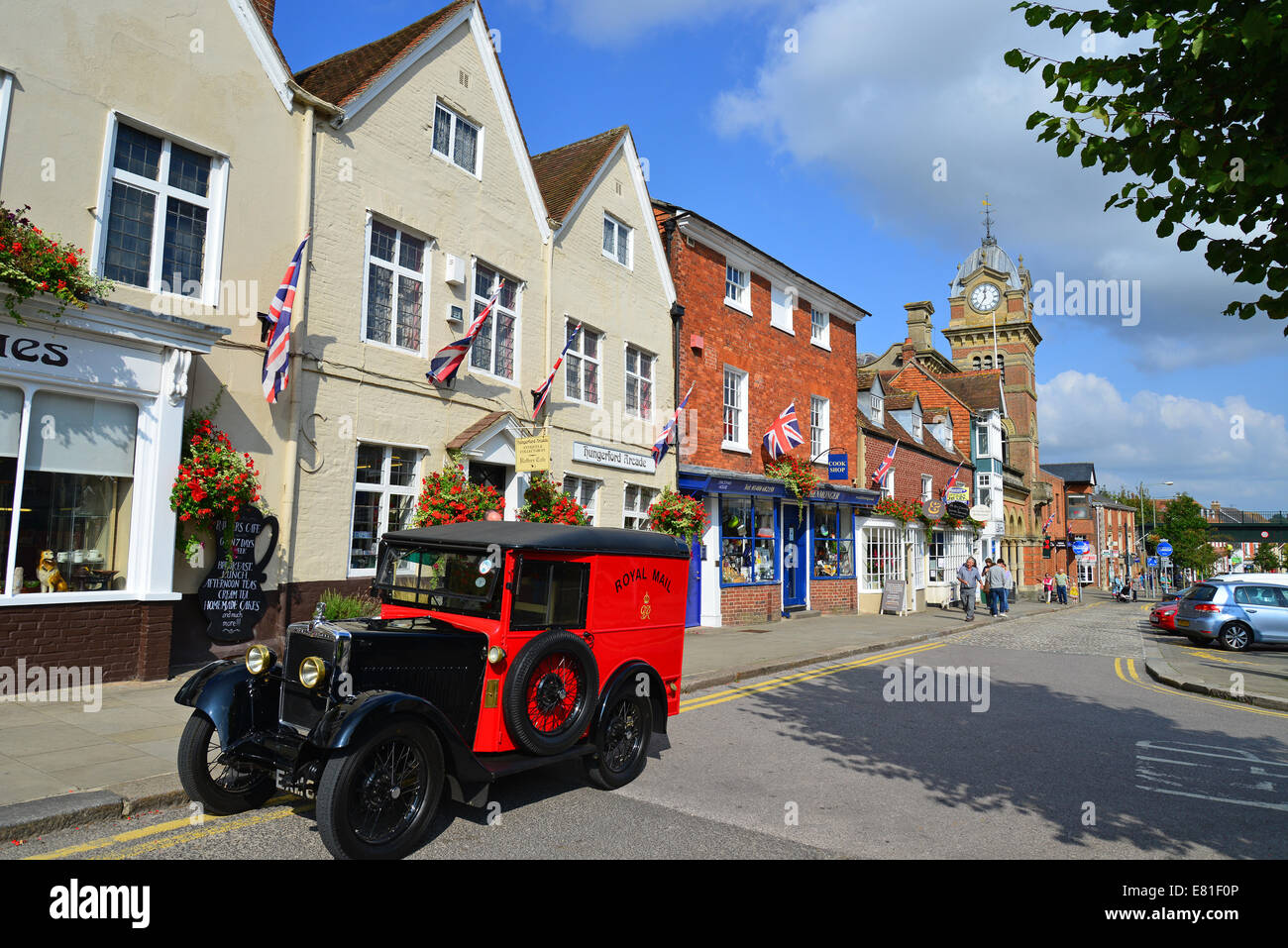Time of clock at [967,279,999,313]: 11:35
